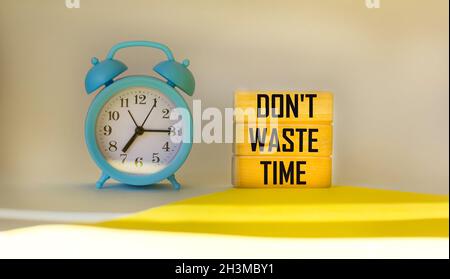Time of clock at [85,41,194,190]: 7:15
